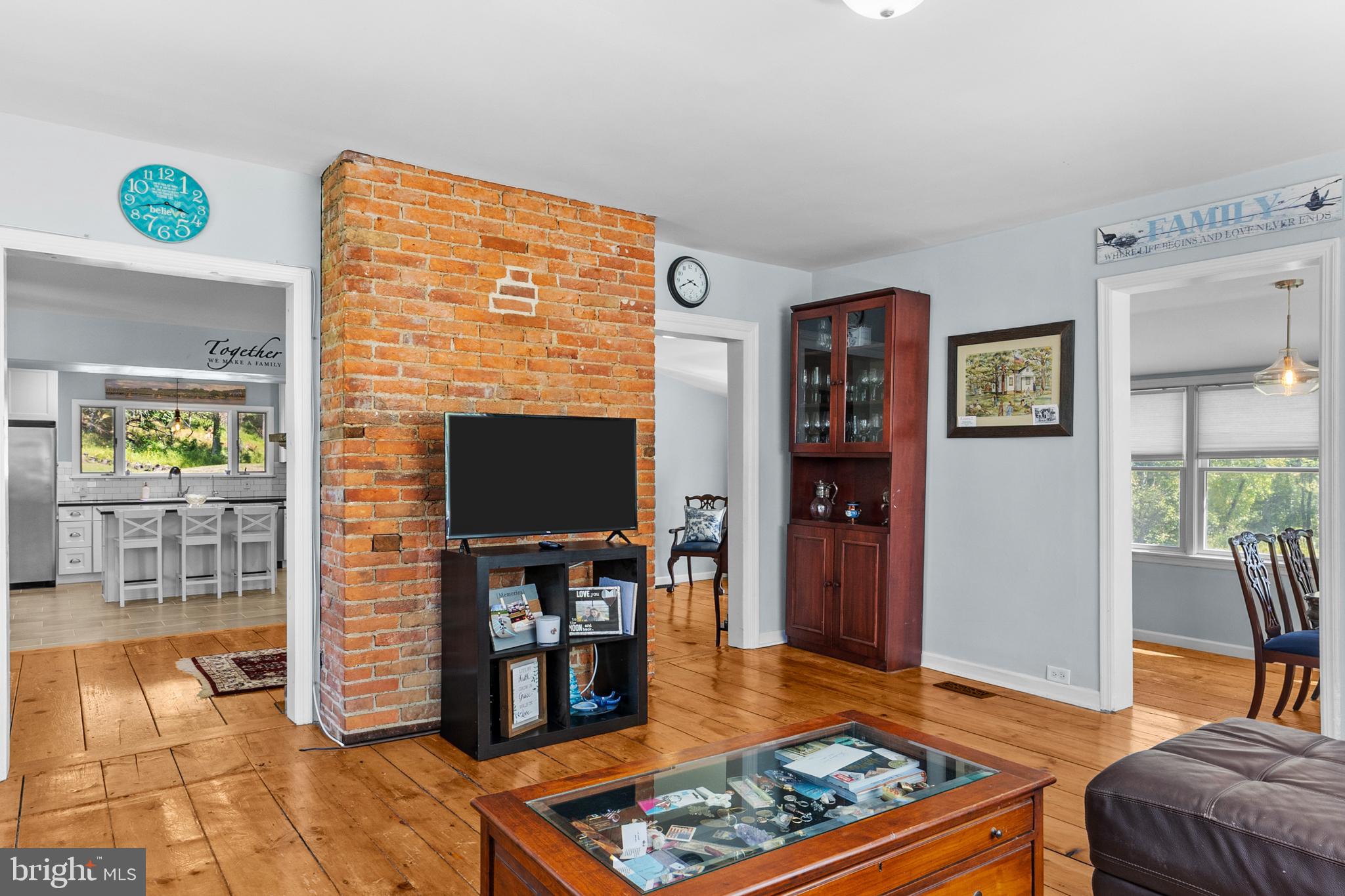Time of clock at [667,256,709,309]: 3:40
